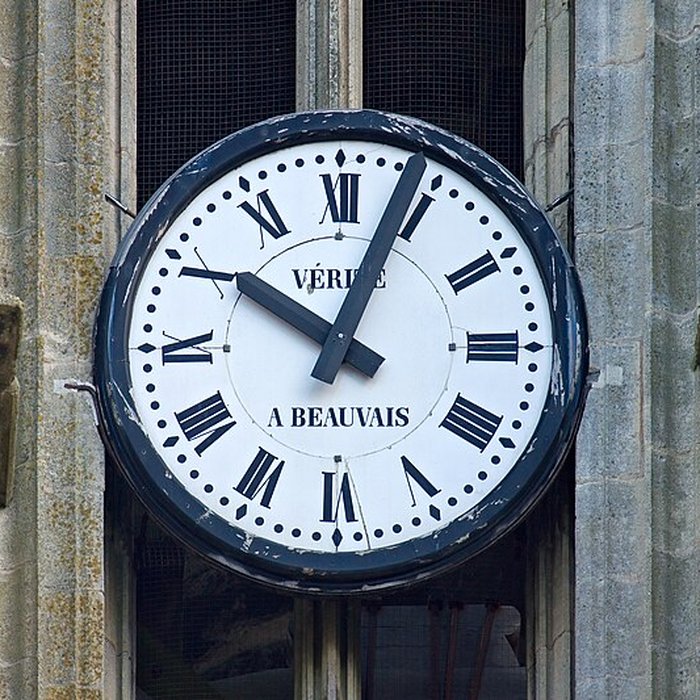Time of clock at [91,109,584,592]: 10:03
